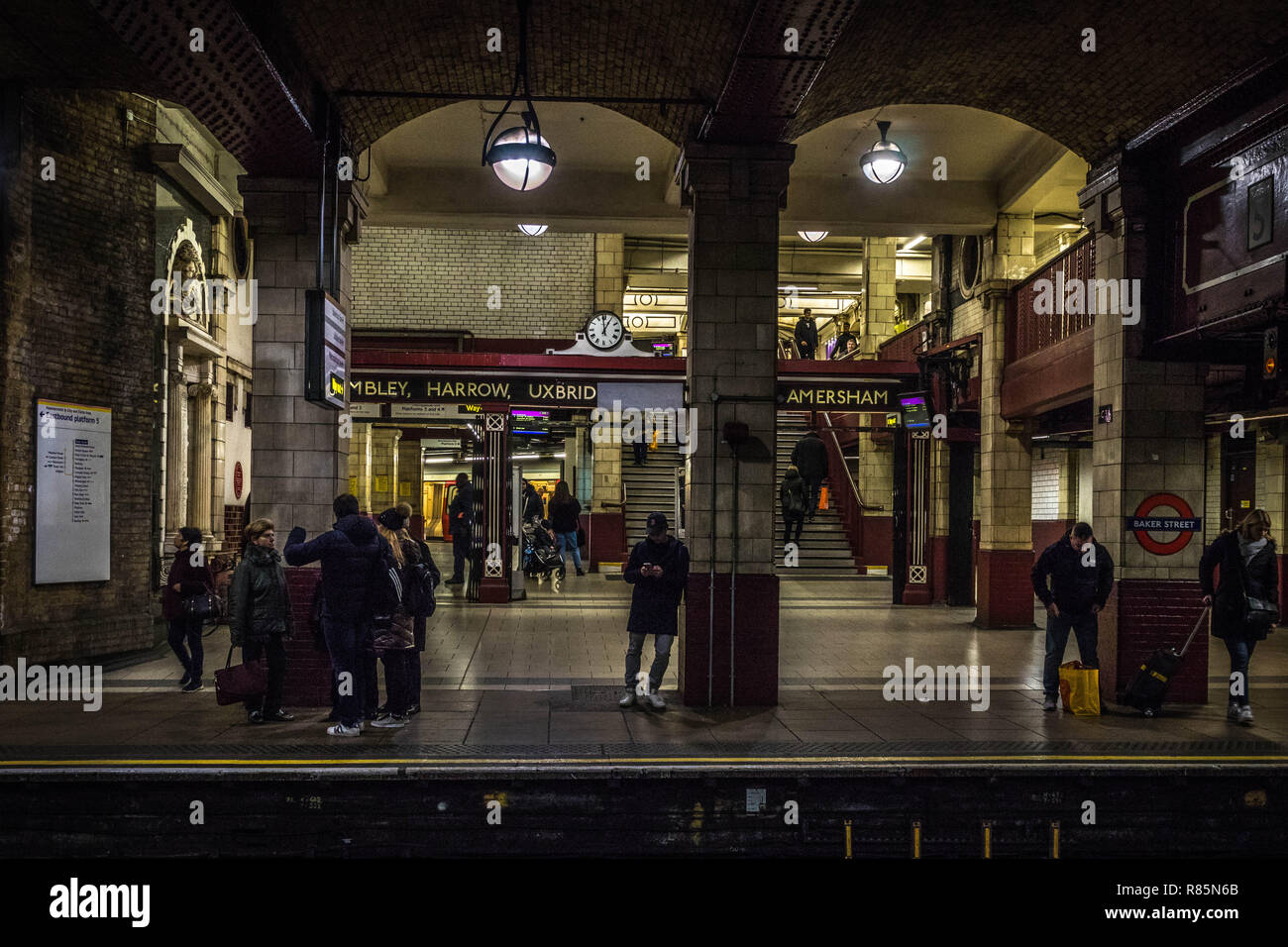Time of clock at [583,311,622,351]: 12:59
